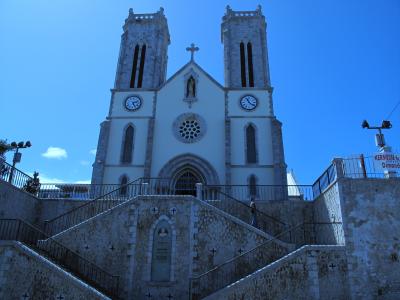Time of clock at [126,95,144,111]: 2:25
